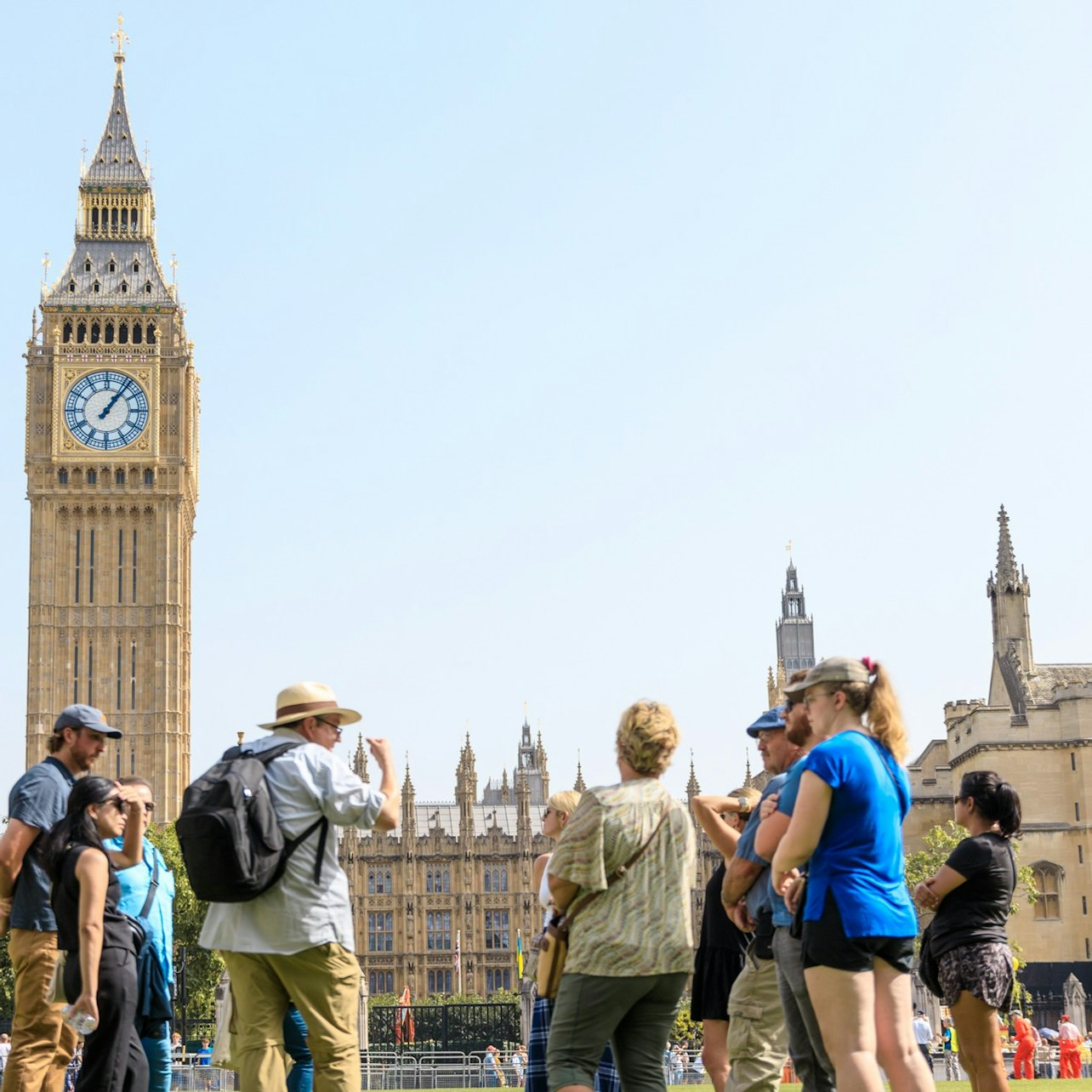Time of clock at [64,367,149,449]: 1:06
